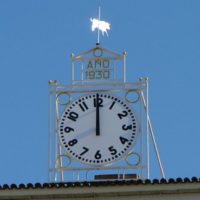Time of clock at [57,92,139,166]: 11:59
